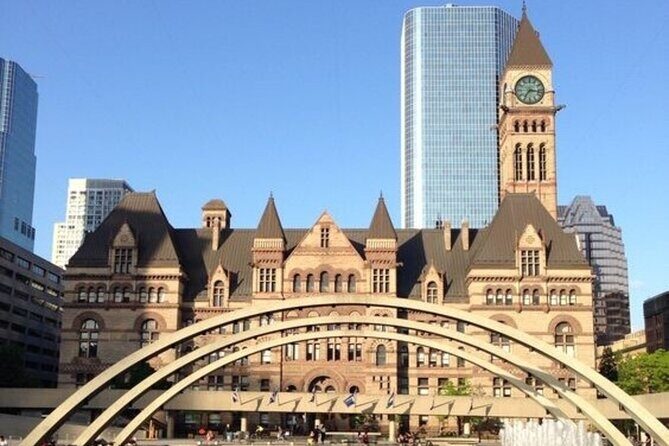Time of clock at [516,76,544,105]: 7:16
